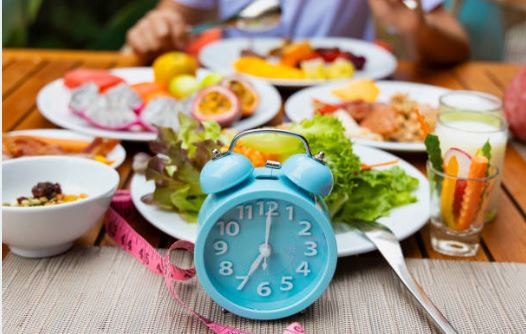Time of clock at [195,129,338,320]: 7:00
